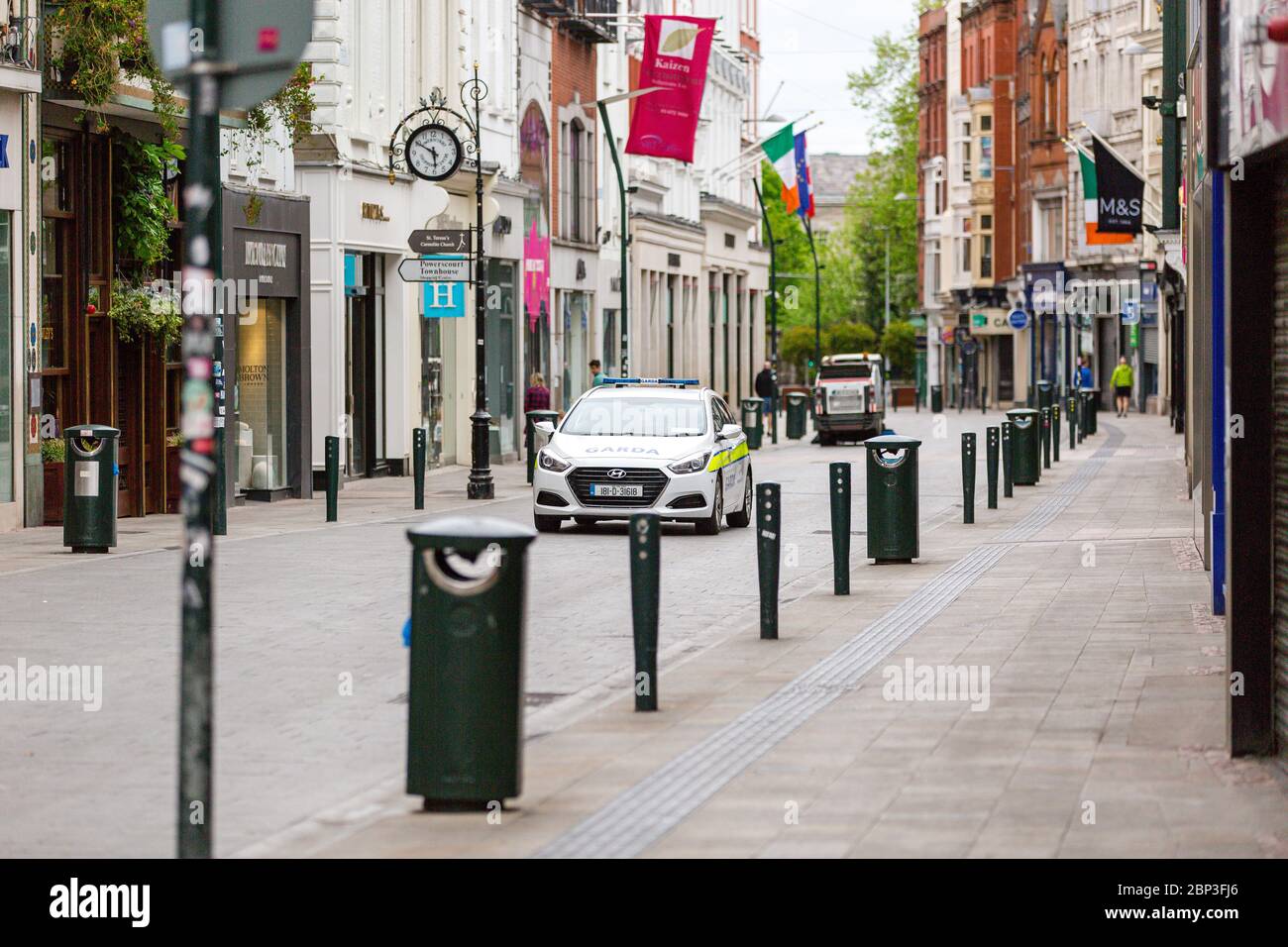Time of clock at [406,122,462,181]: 5:50
